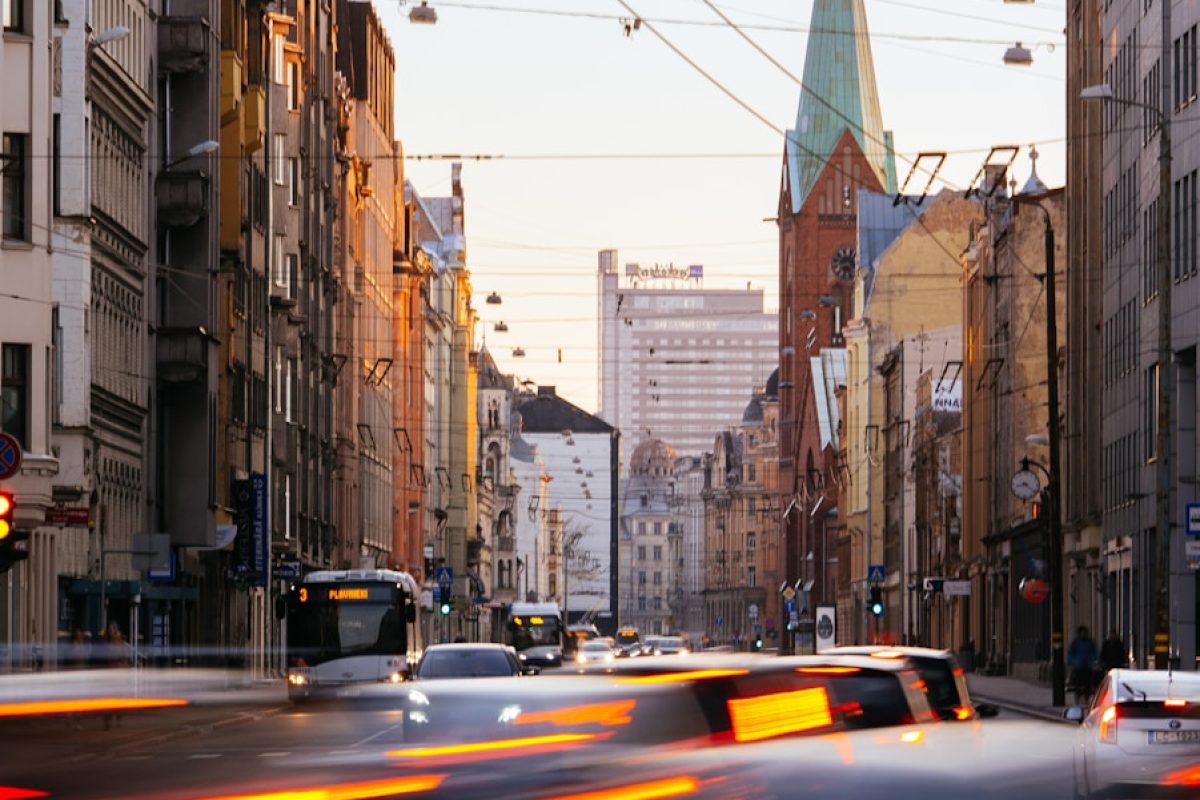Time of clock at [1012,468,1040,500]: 8:21
